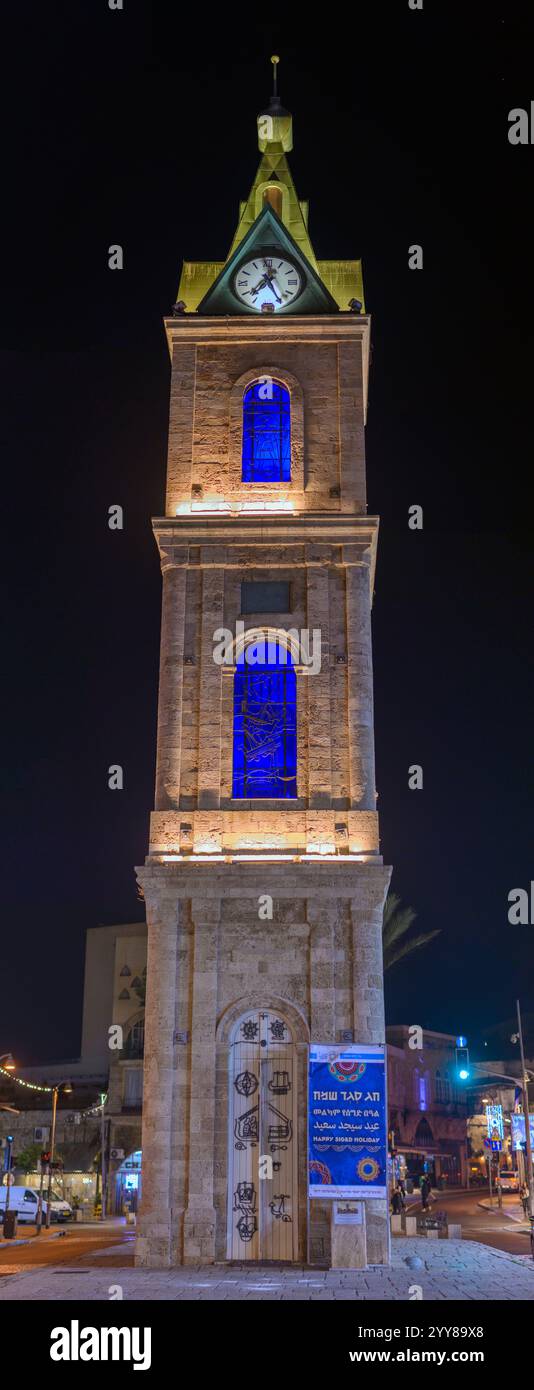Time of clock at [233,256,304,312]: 7:25
